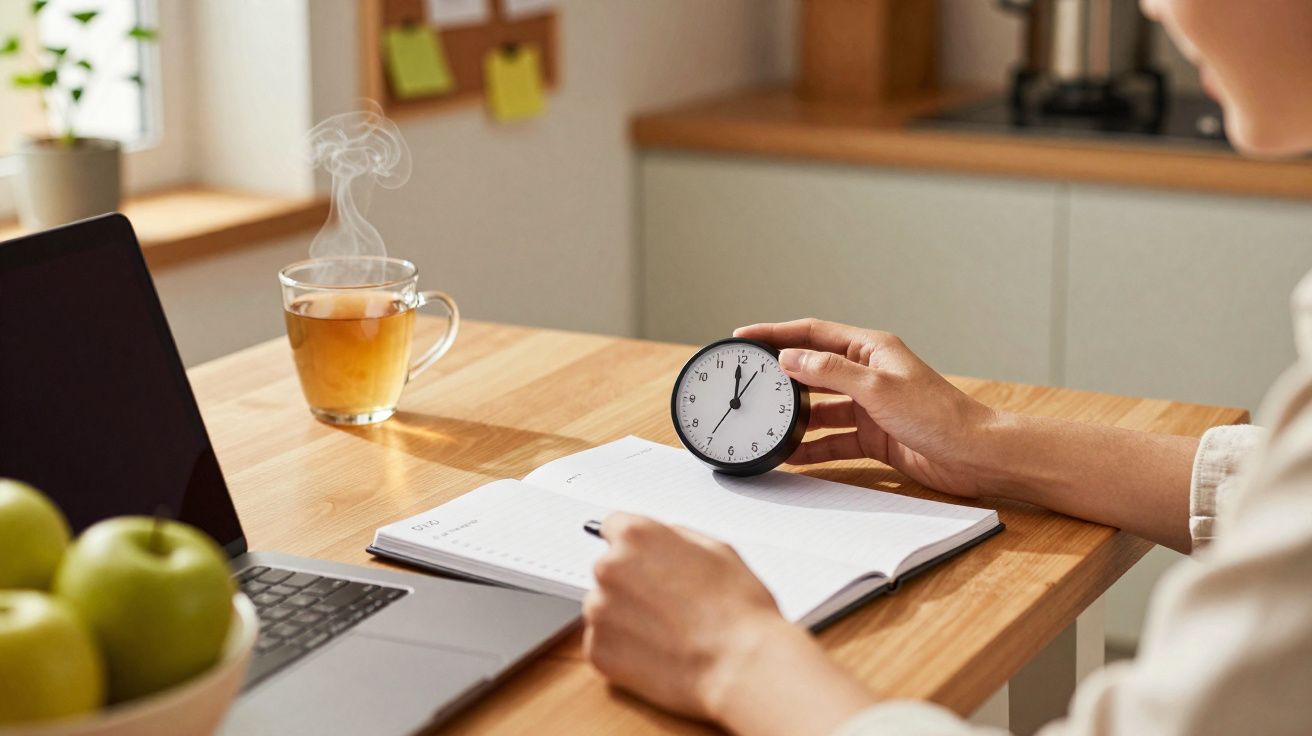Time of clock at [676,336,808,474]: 11:59
